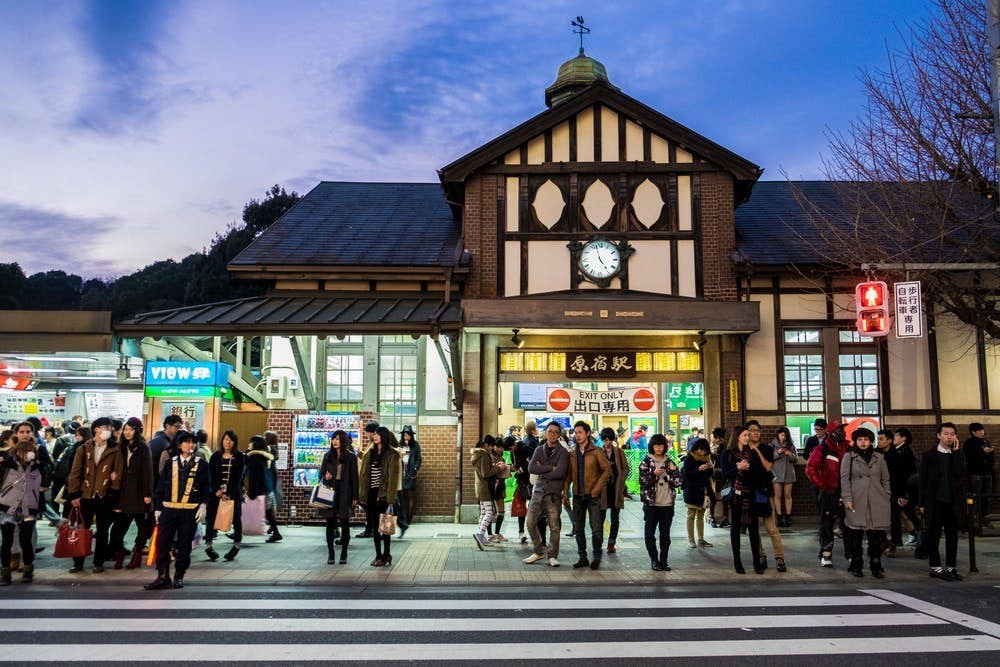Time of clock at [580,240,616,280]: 4:57
